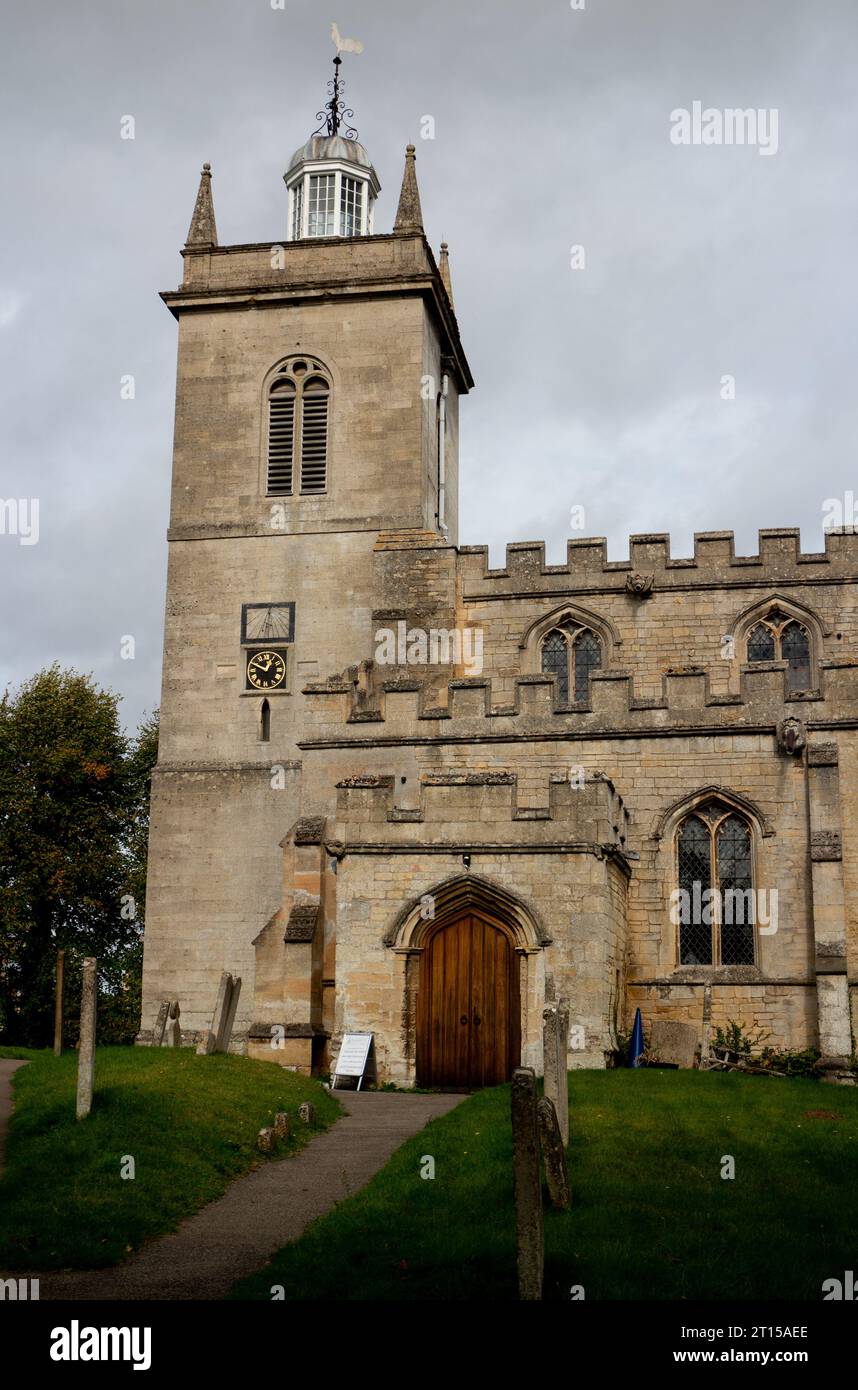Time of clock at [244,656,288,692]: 12:49
